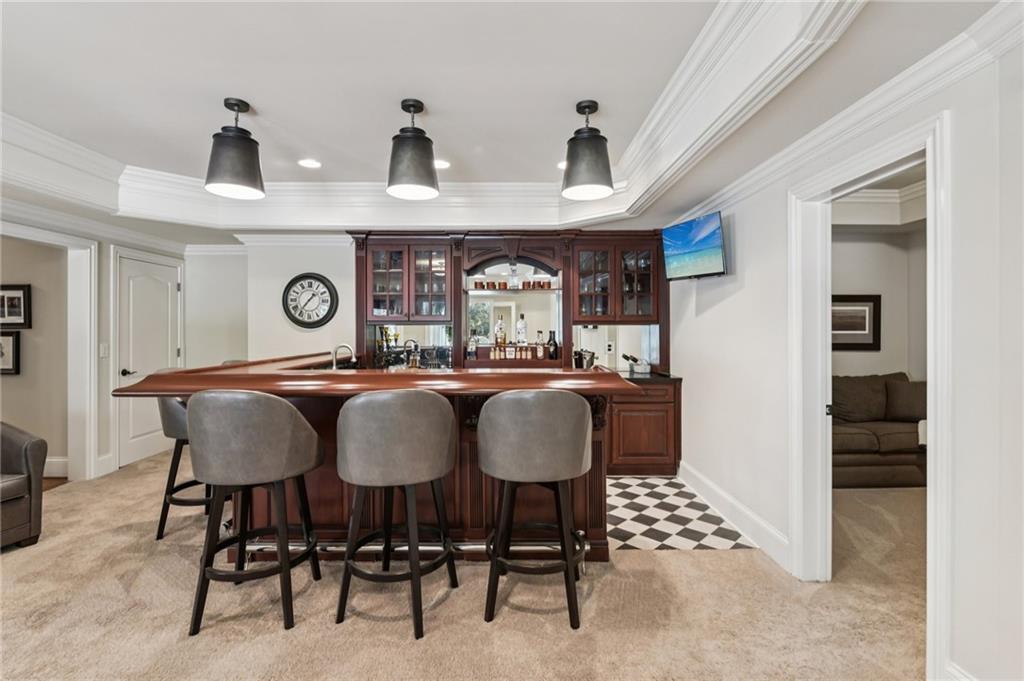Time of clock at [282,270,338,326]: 1:36
